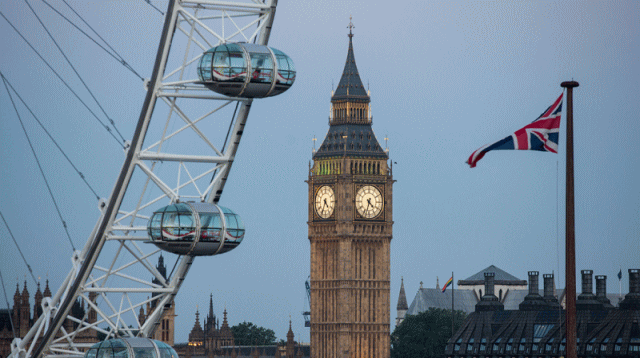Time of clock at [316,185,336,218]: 4:34
